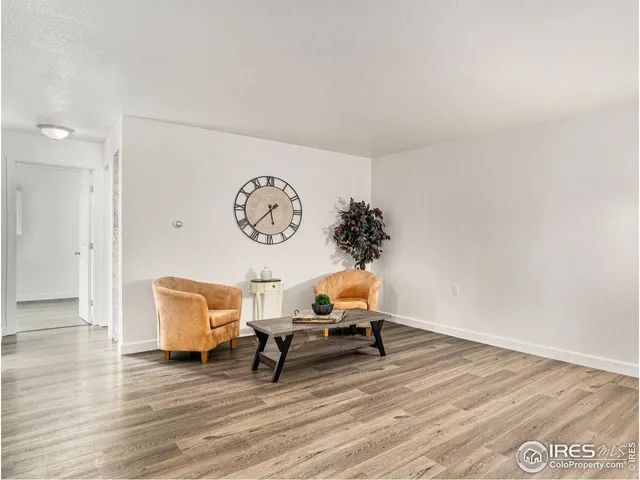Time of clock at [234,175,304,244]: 5:37
